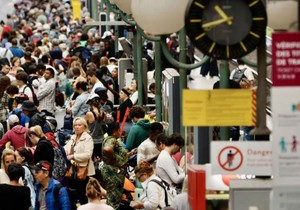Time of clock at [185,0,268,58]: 10:42
